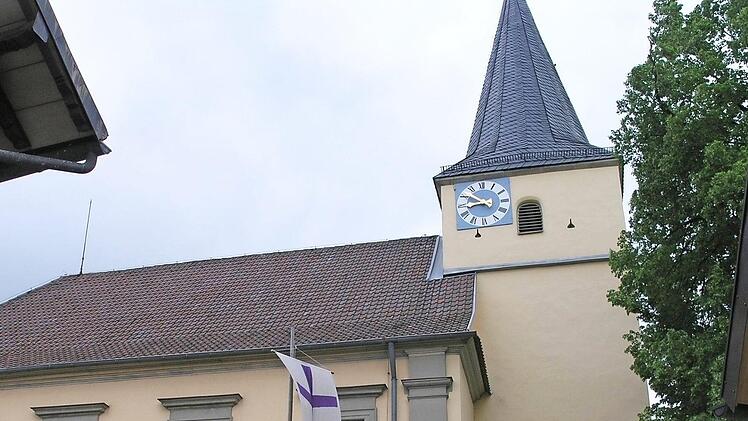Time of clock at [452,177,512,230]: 8:50
